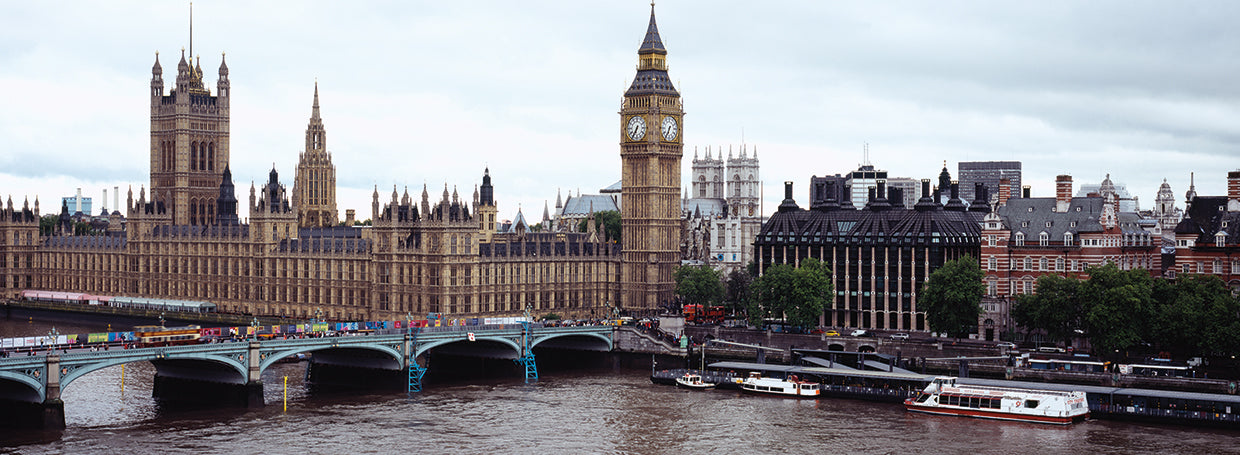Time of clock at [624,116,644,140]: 6:35
